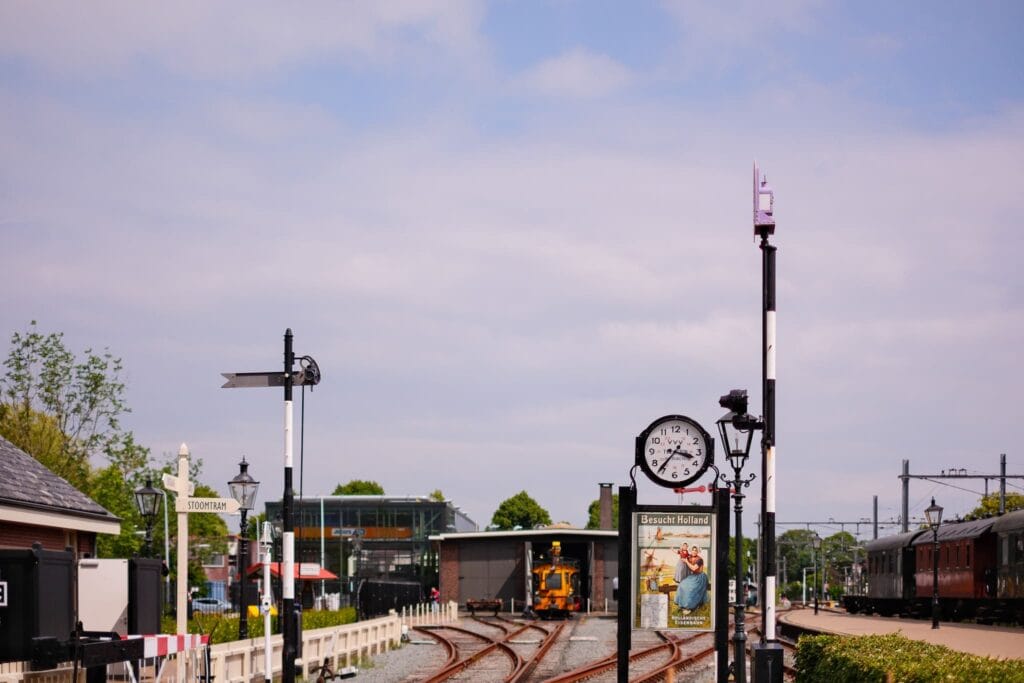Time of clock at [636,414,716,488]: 3:36
